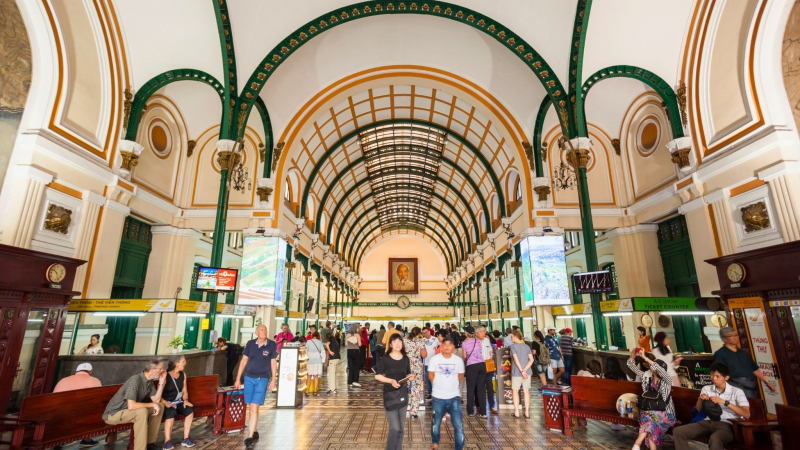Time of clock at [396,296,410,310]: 4:26
